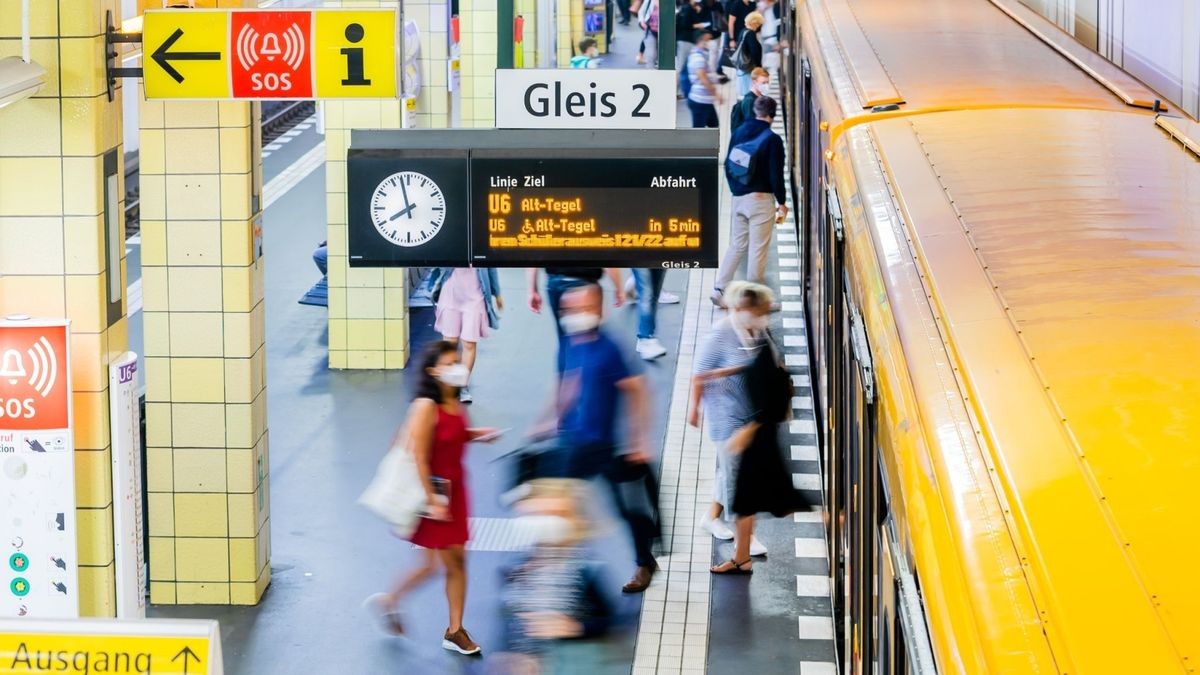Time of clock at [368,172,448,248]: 7:57
